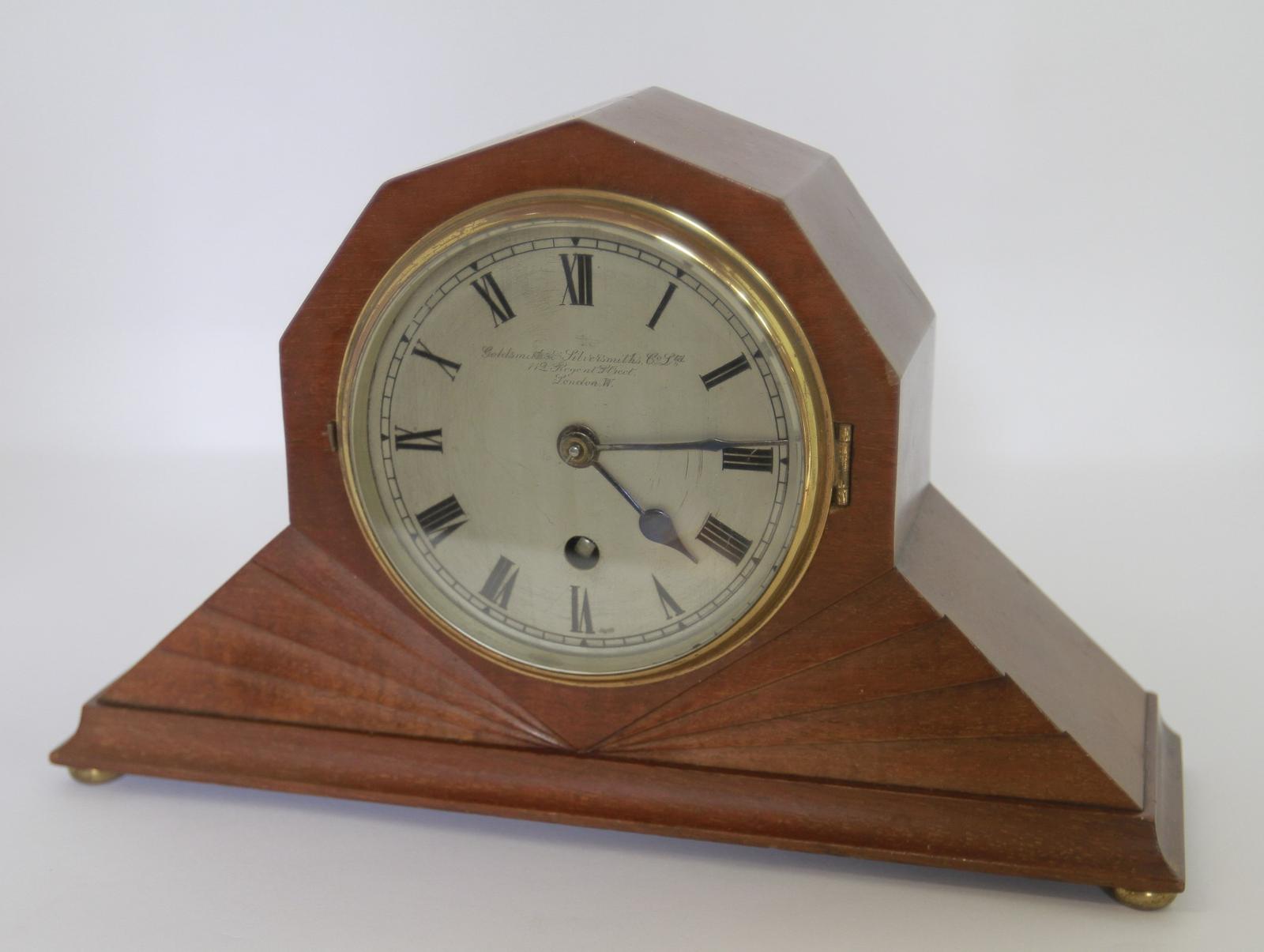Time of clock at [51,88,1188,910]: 4:14
